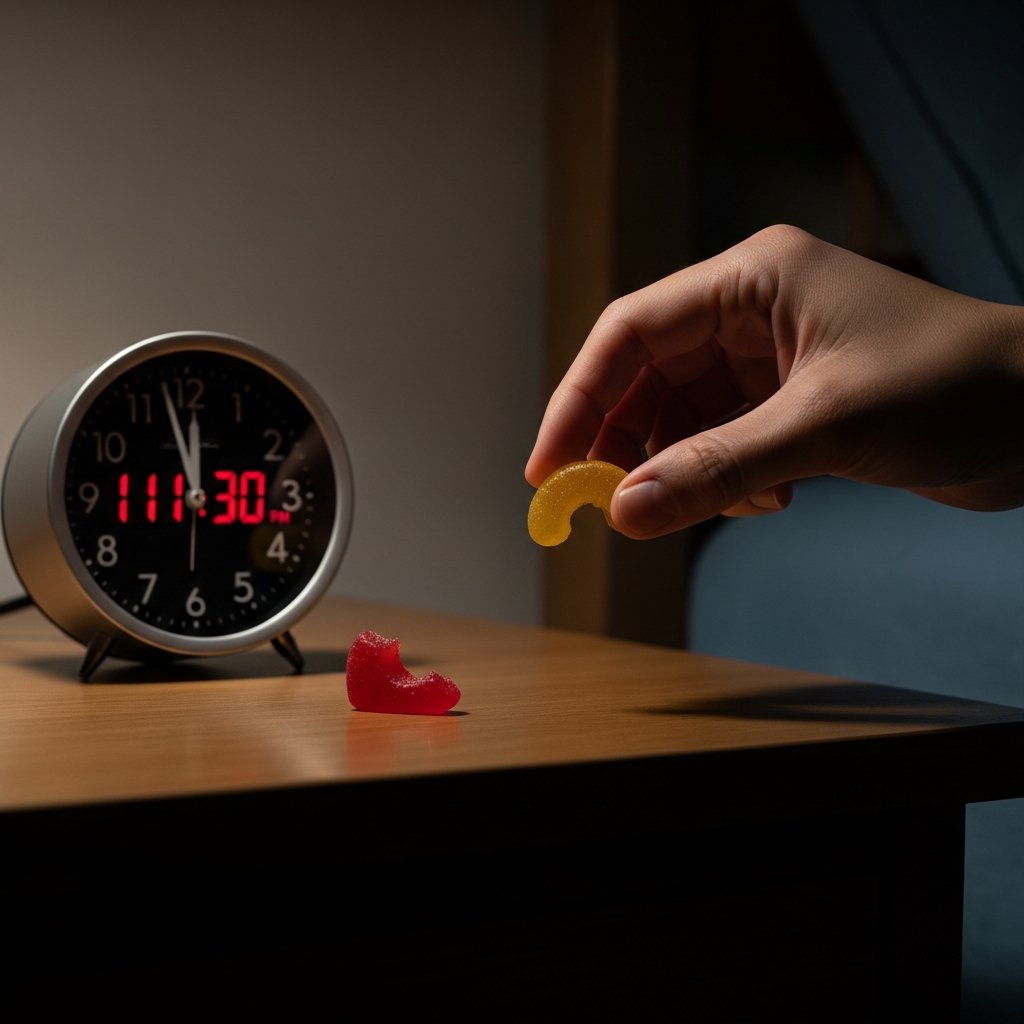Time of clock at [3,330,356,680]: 11:57
